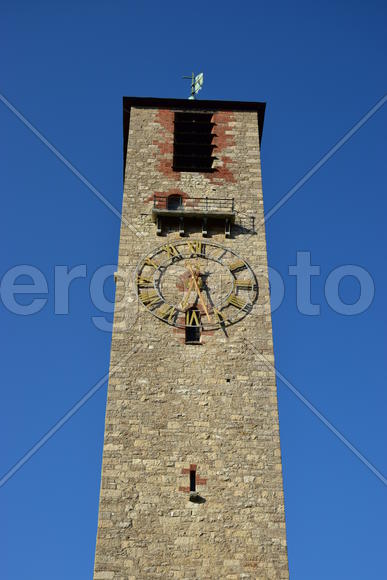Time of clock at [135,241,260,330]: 6:26
